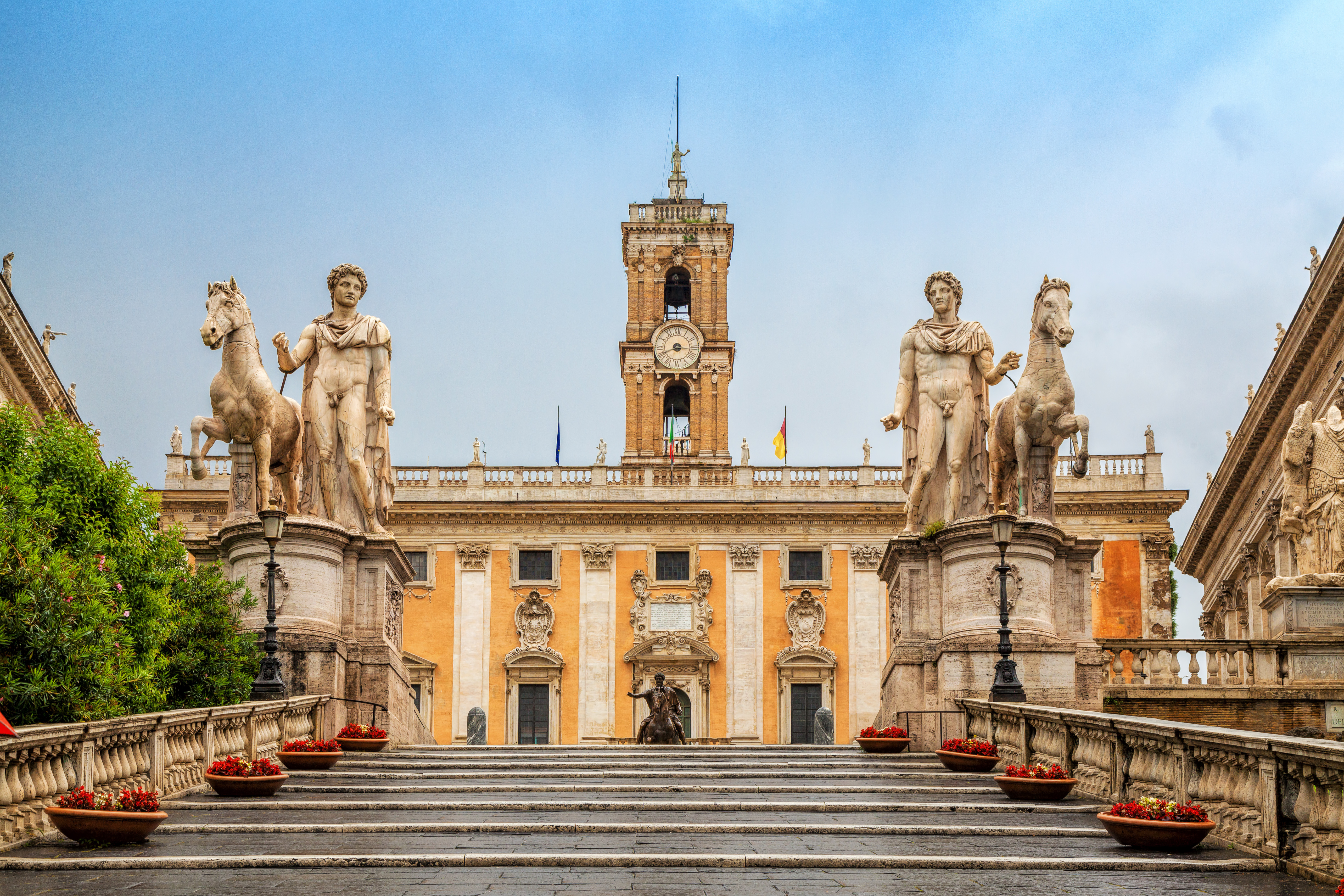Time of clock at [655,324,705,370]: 8:15
